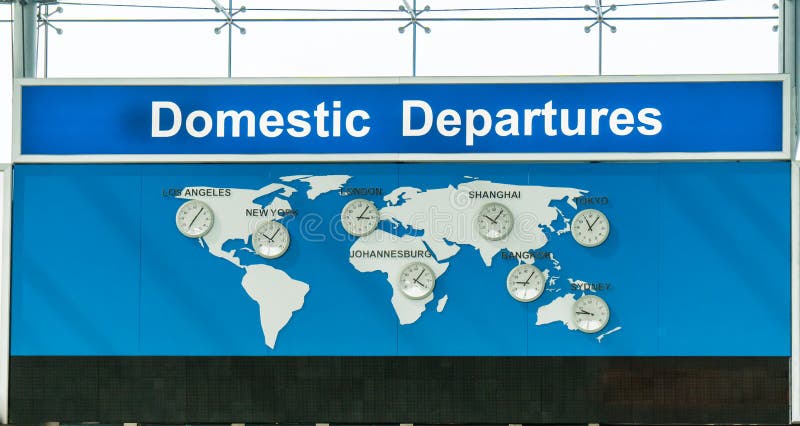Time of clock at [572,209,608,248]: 11:06
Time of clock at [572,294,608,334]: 9:45
